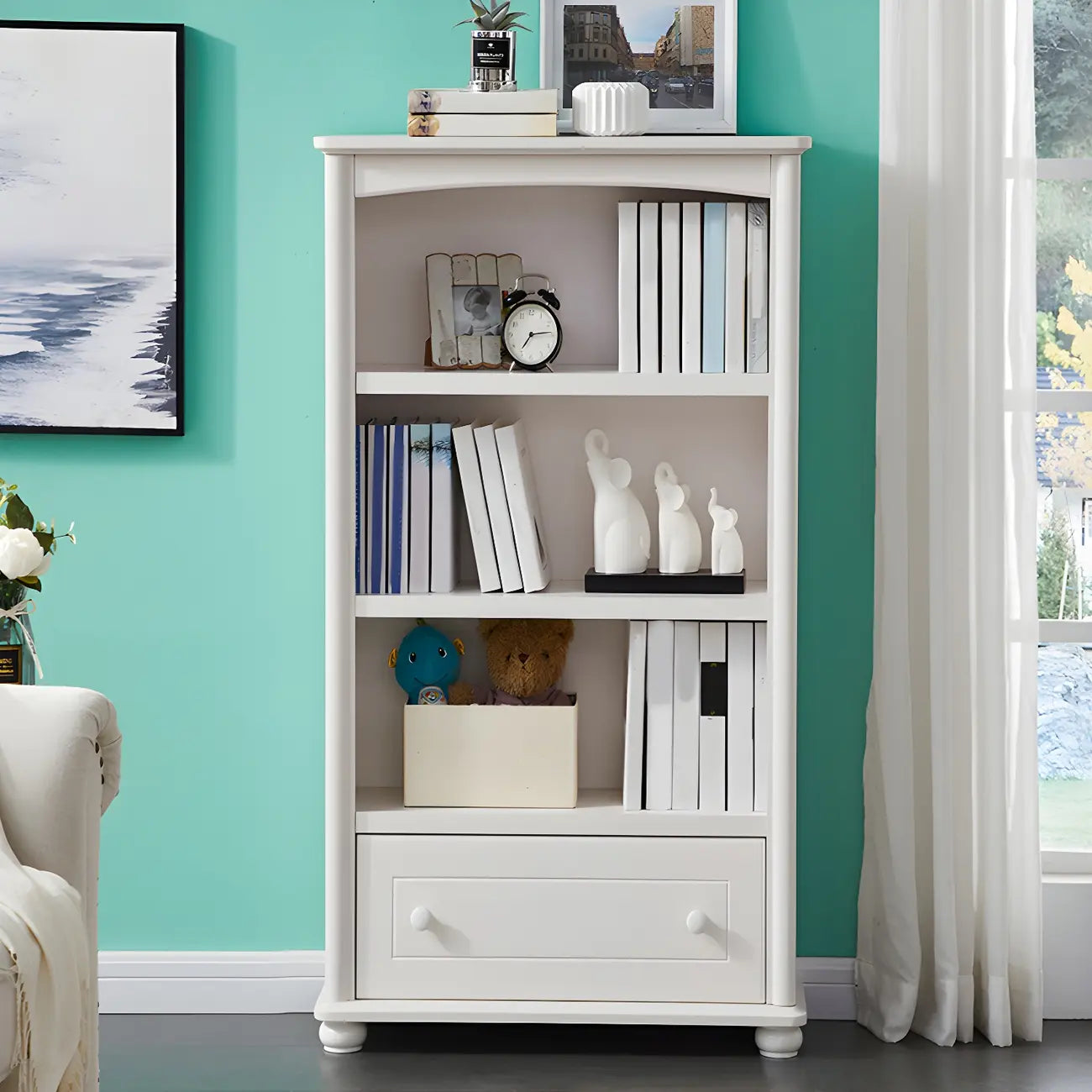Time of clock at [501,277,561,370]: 7:13
